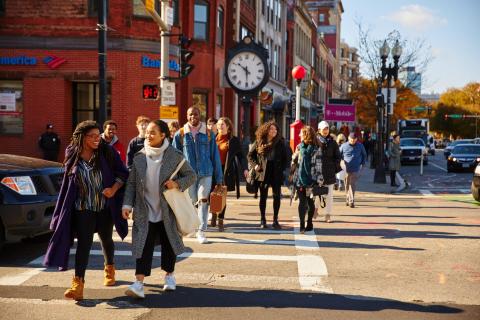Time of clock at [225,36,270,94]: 5:51
